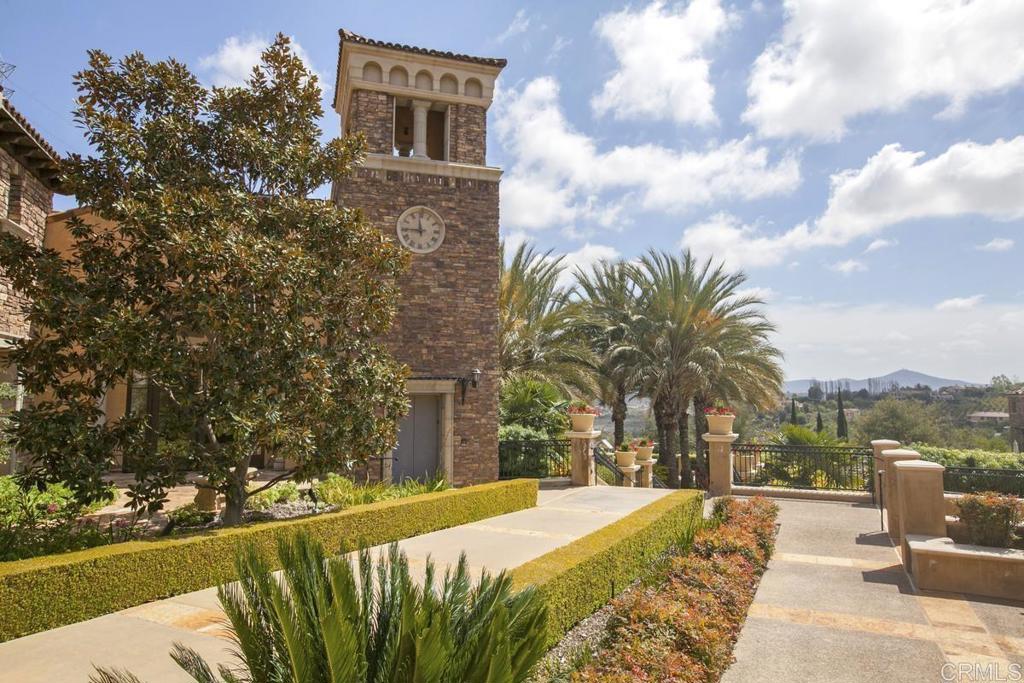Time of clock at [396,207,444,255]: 11:45
